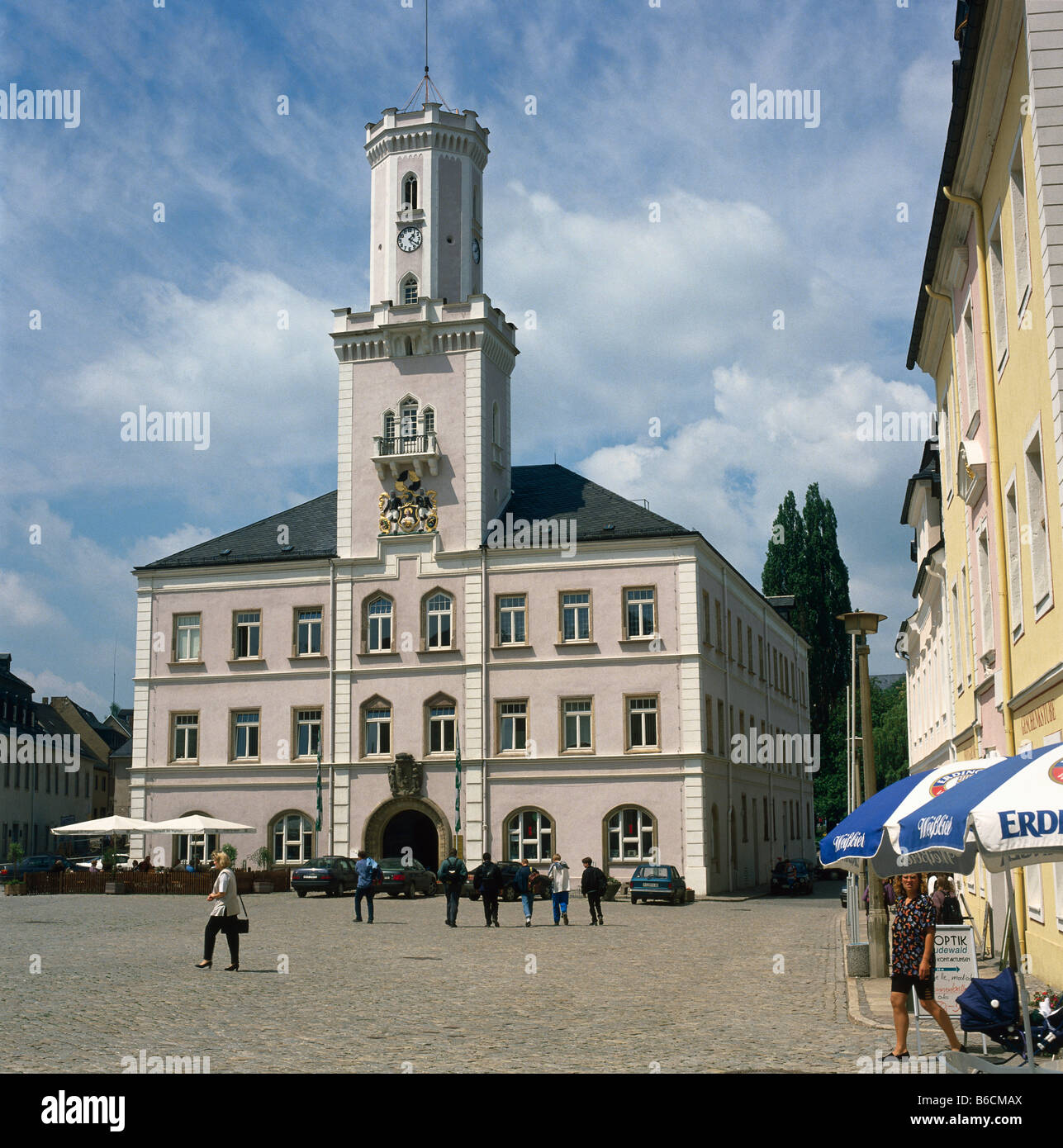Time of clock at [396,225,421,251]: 1:20
